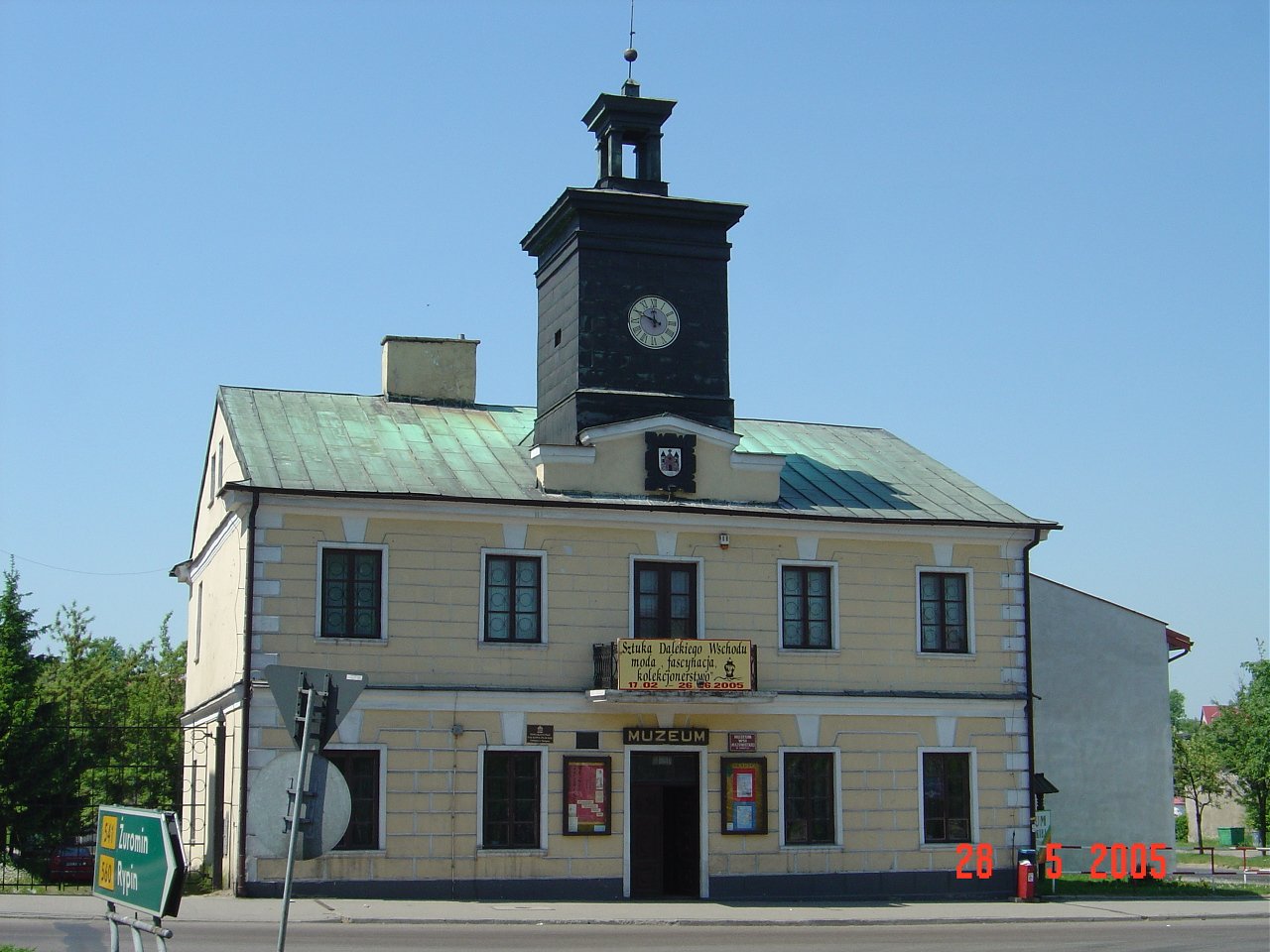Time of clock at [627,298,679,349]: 11:48
